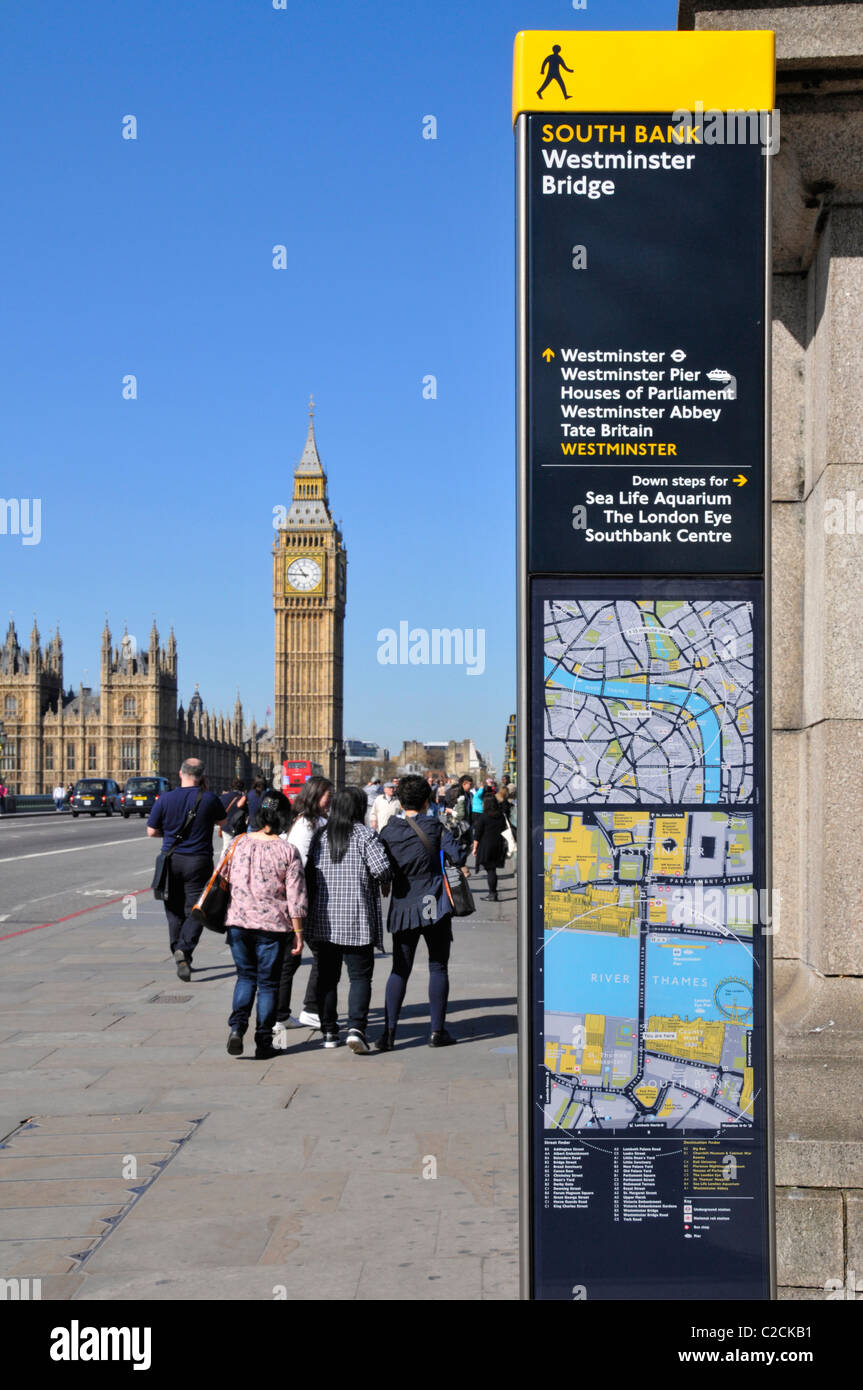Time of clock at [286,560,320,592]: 10:45
